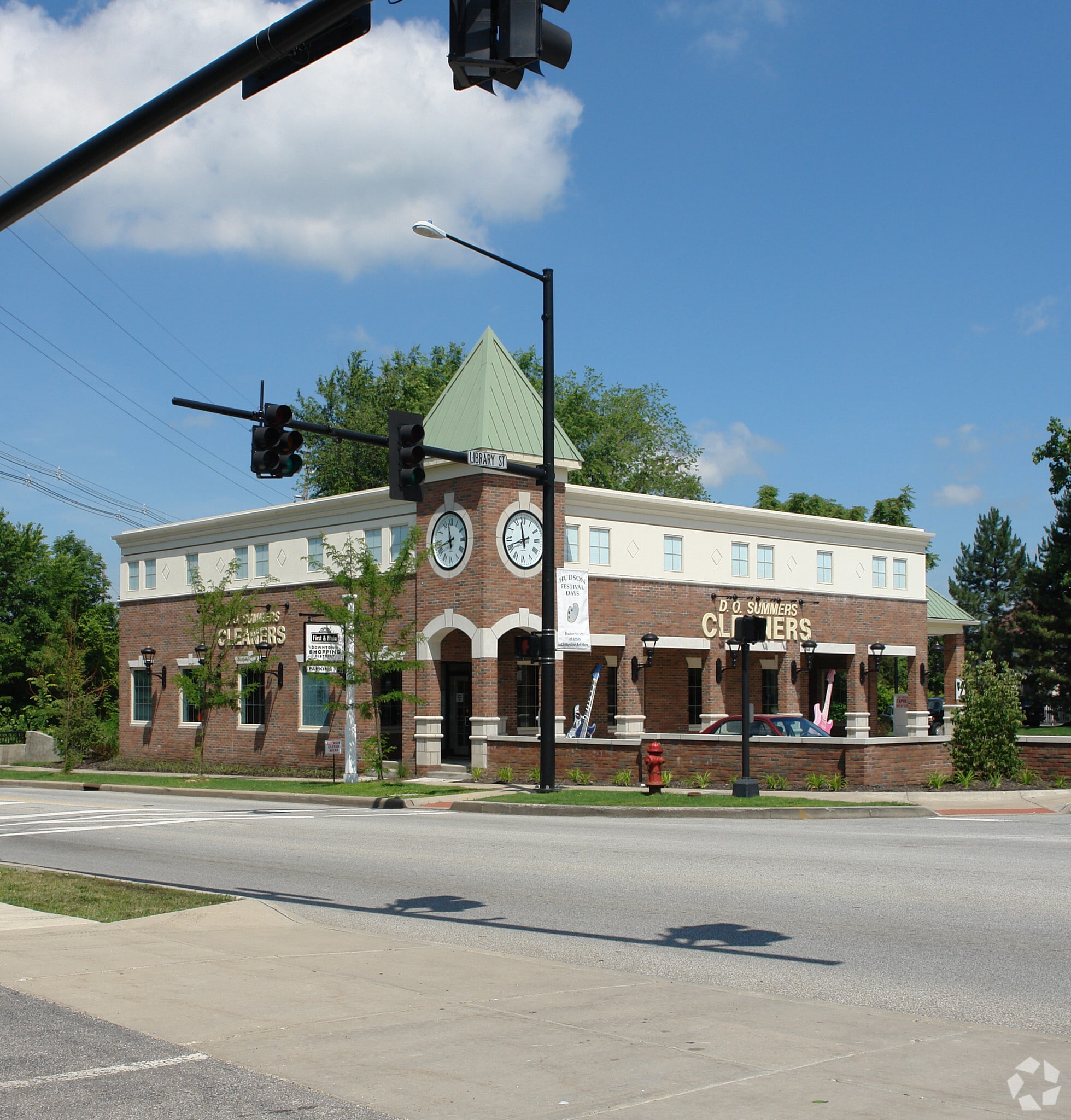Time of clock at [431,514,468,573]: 11:42
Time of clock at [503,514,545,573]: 11:41
